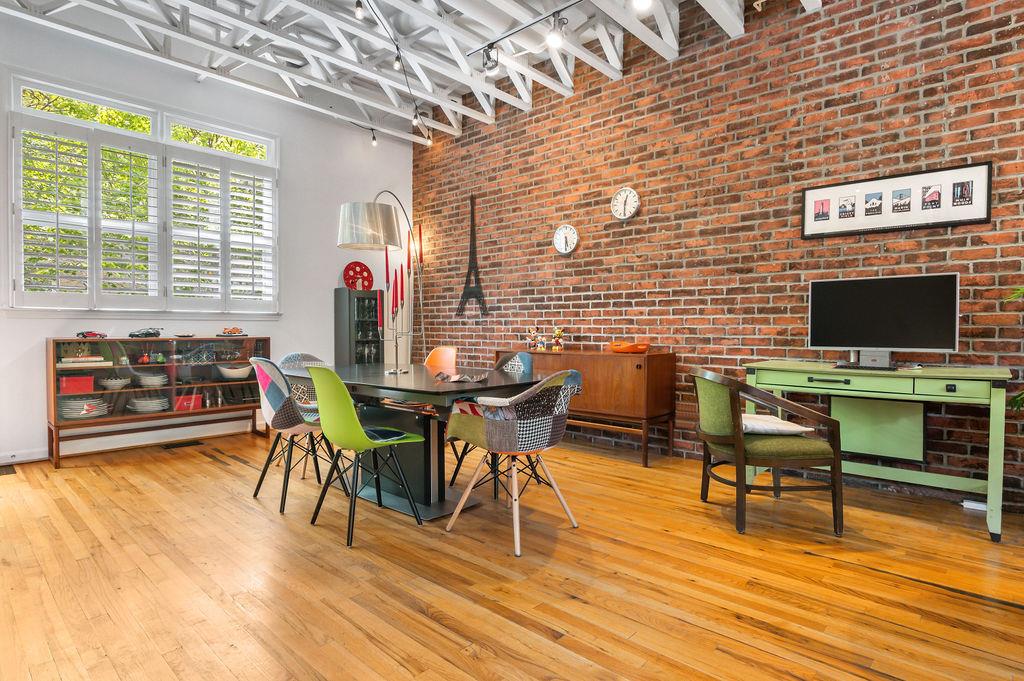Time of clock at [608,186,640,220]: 12:30
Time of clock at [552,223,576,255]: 5:30
